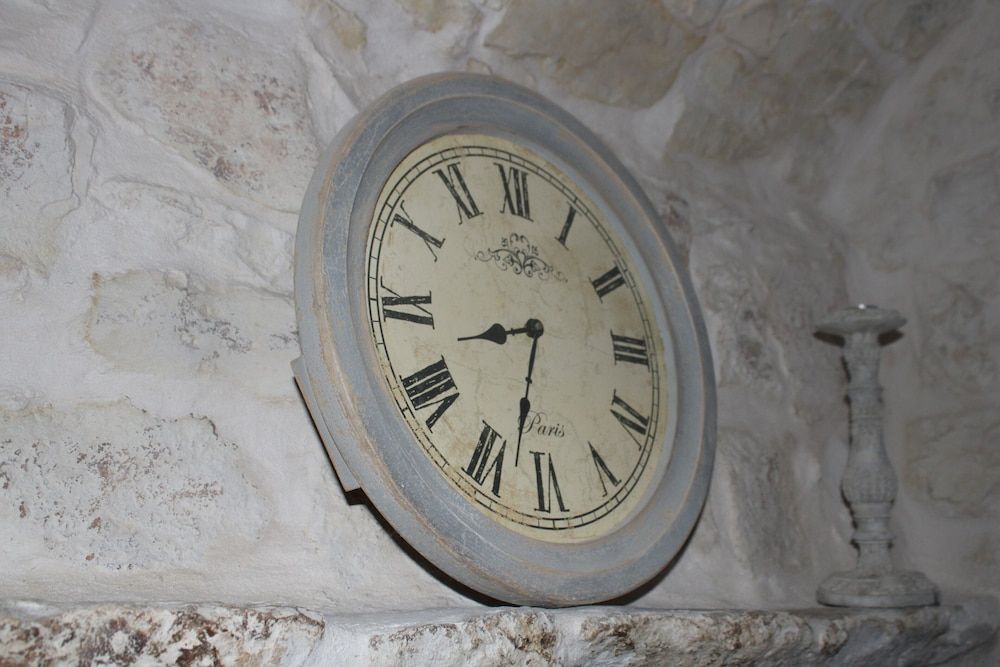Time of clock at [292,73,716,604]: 8:32
